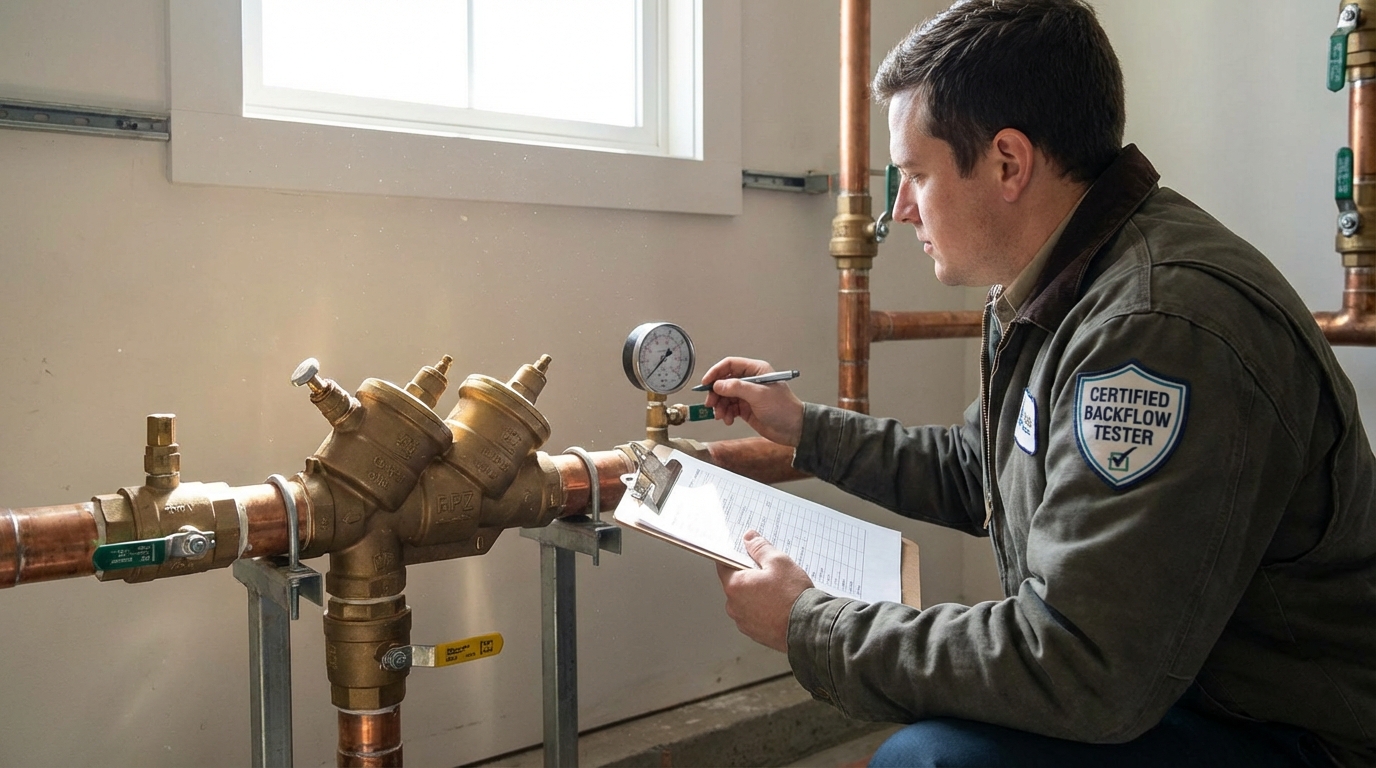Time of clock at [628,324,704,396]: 1:38
